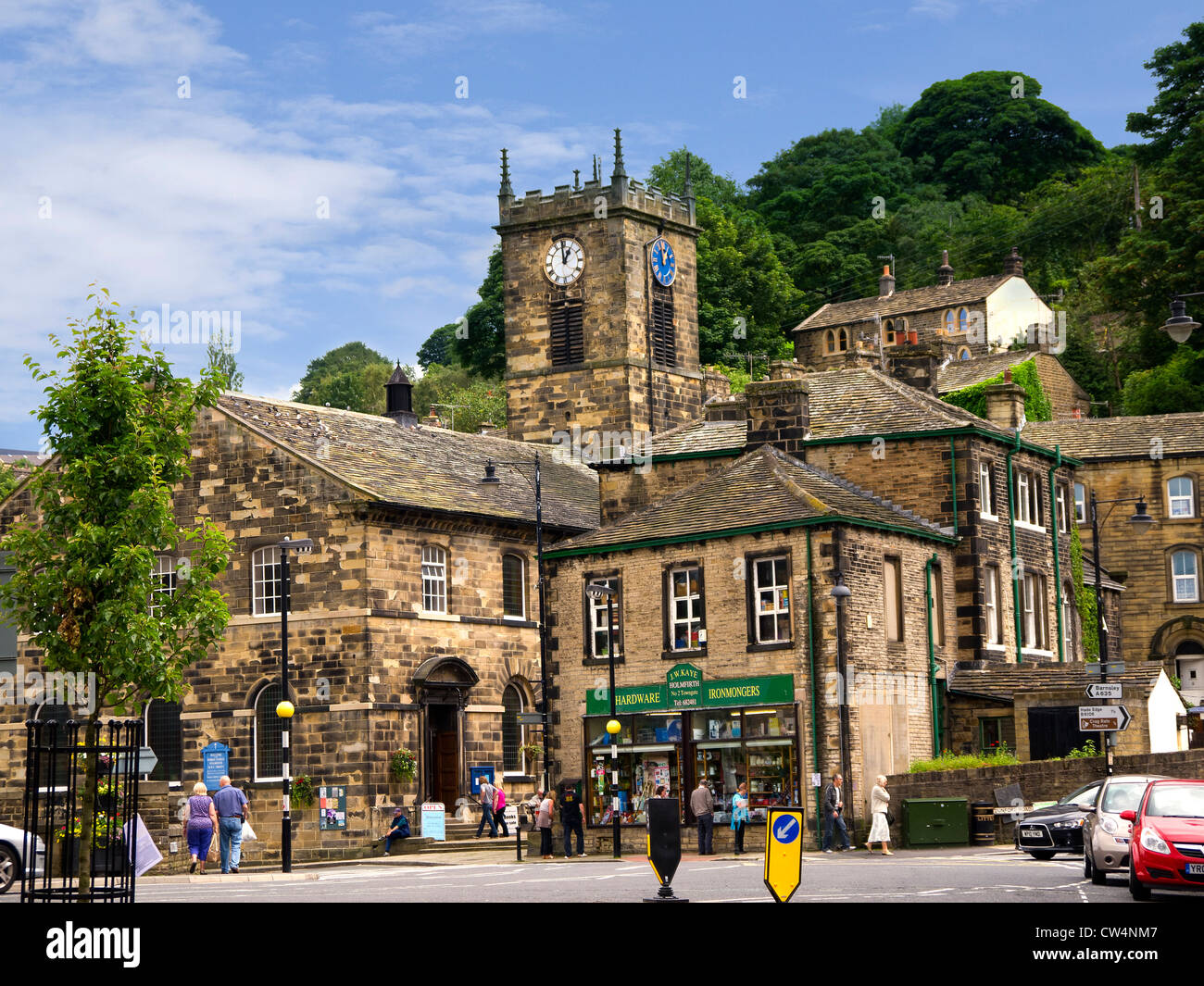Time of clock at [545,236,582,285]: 12:59
